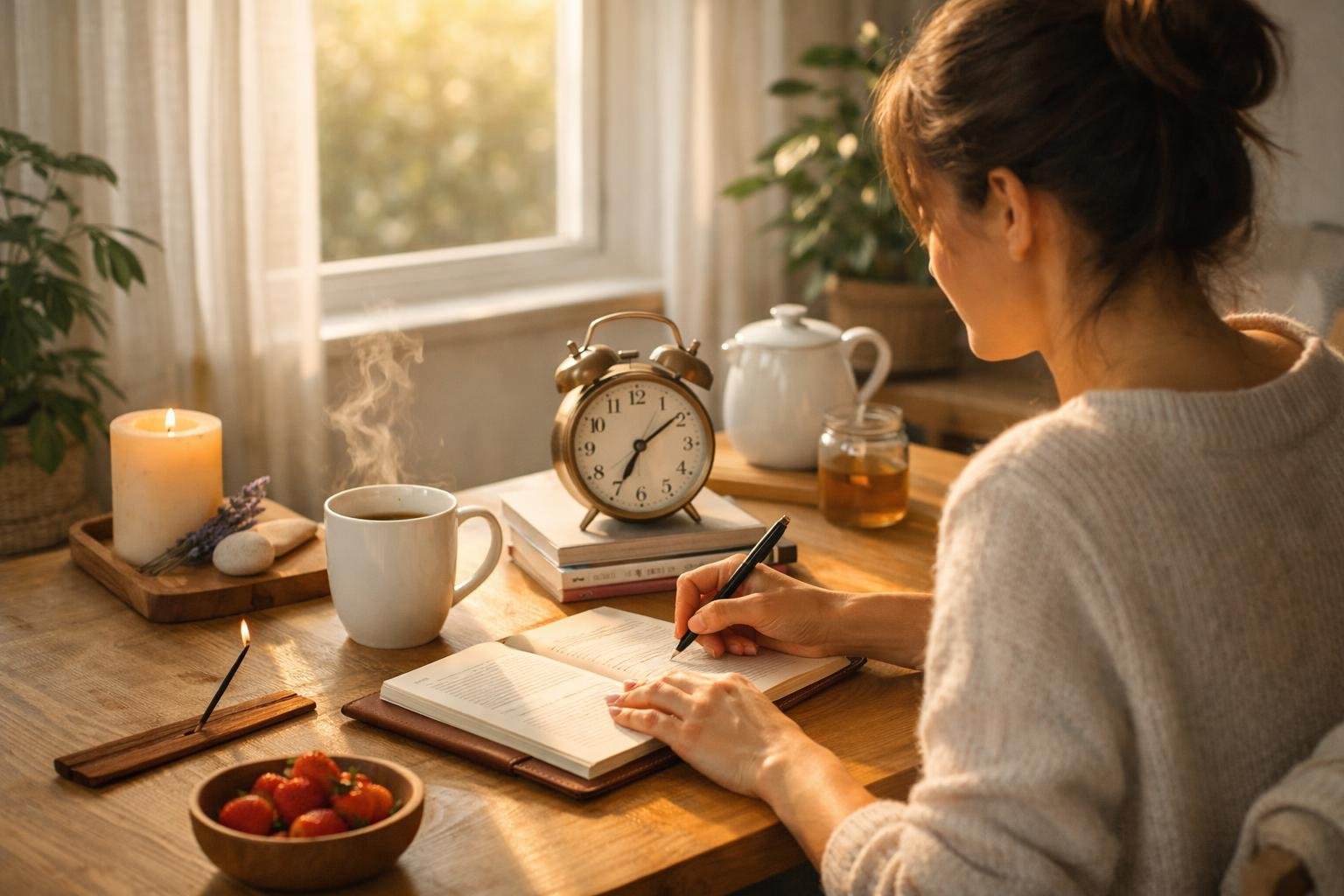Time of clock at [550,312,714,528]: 7:09
